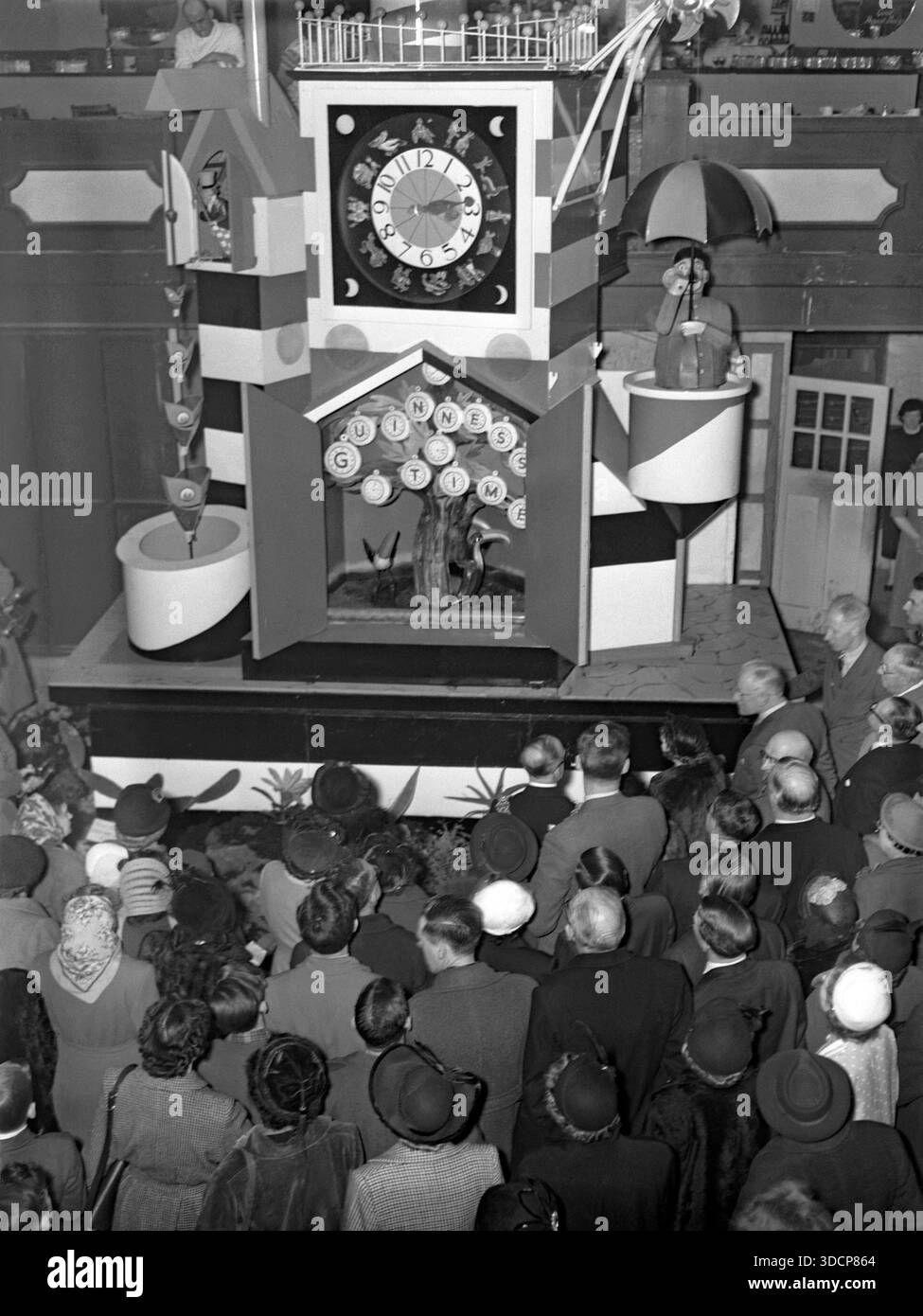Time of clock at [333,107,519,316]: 3:13
